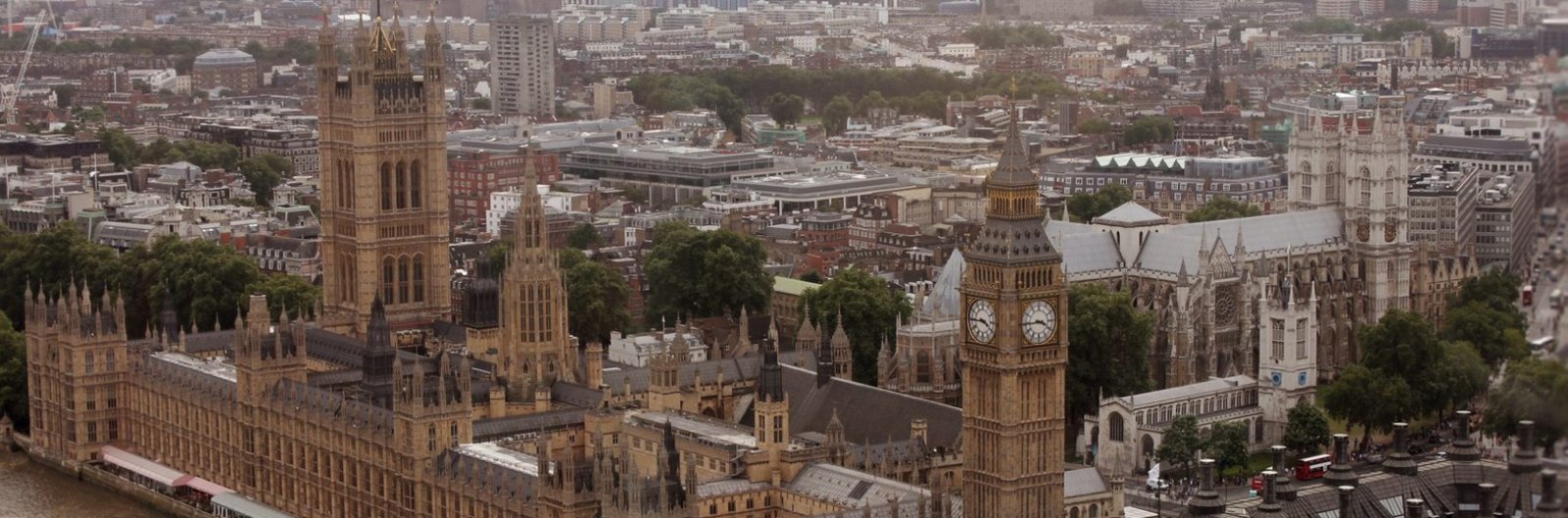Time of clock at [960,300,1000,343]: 3:44
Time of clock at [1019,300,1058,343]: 3:44
